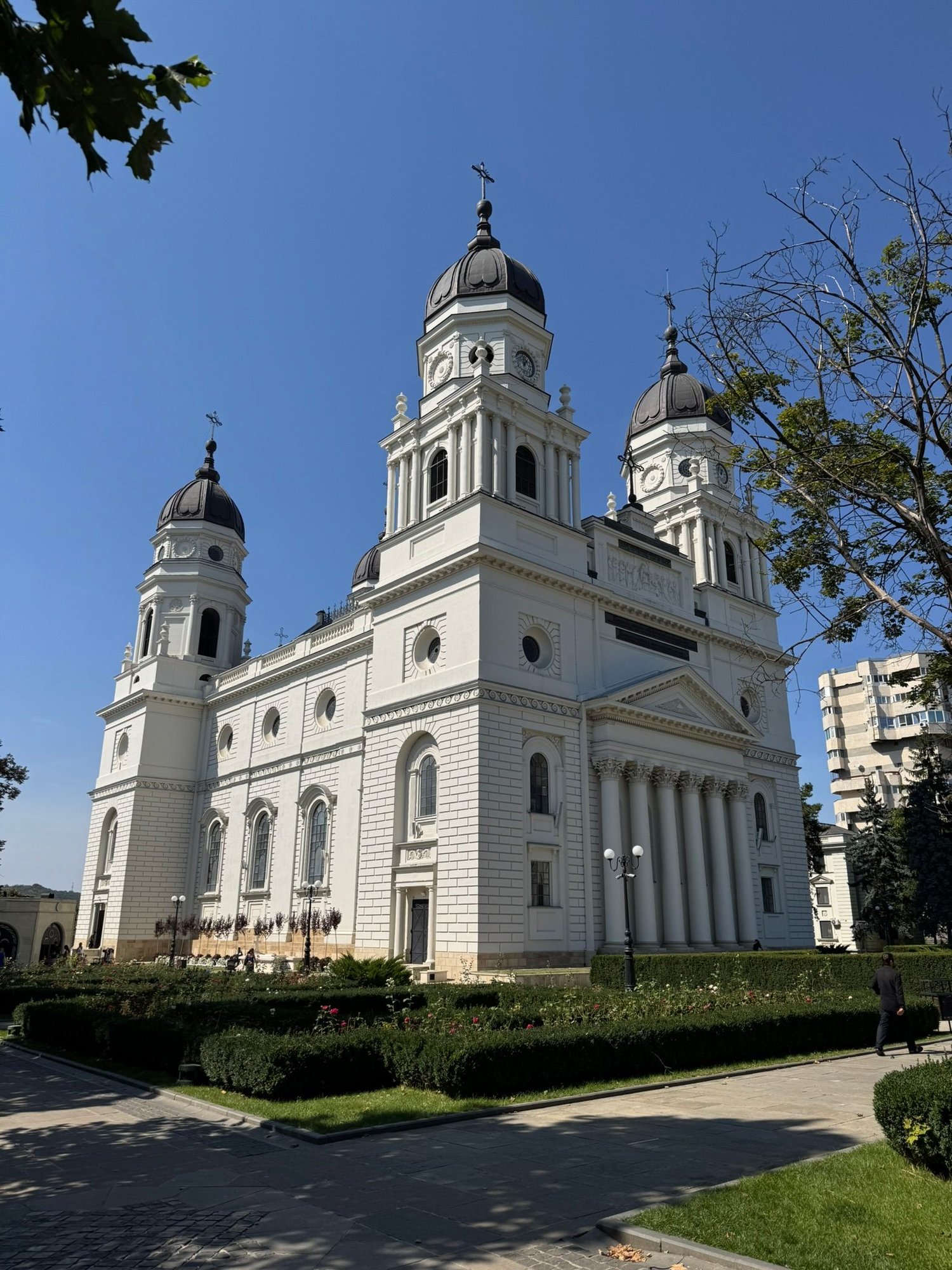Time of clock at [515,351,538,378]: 12:06
